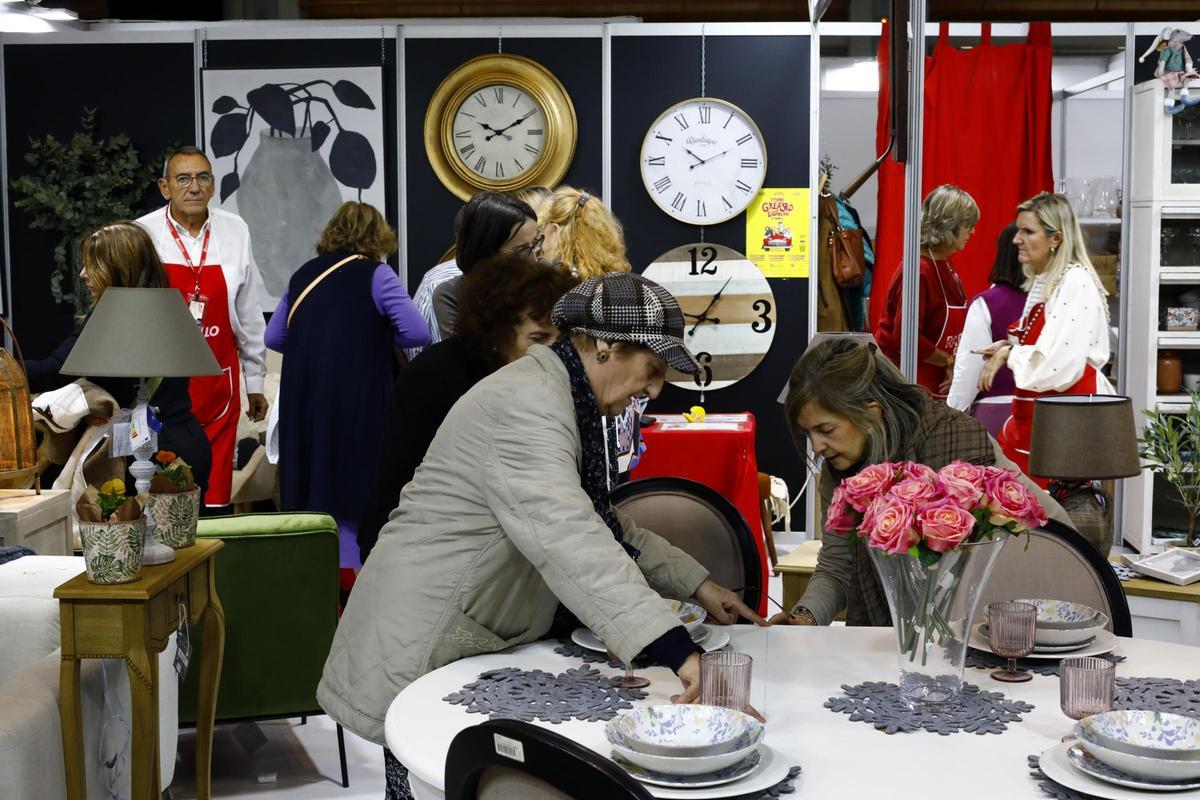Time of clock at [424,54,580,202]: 10:10
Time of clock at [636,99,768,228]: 10:10
